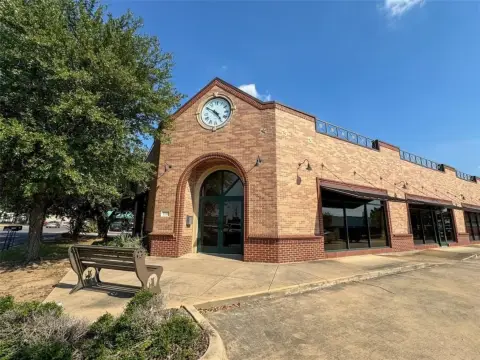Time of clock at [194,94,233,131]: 4:50
